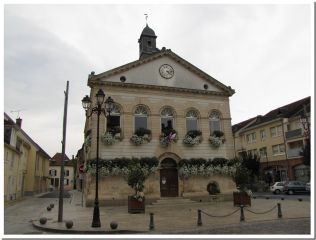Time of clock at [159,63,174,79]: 4:13
